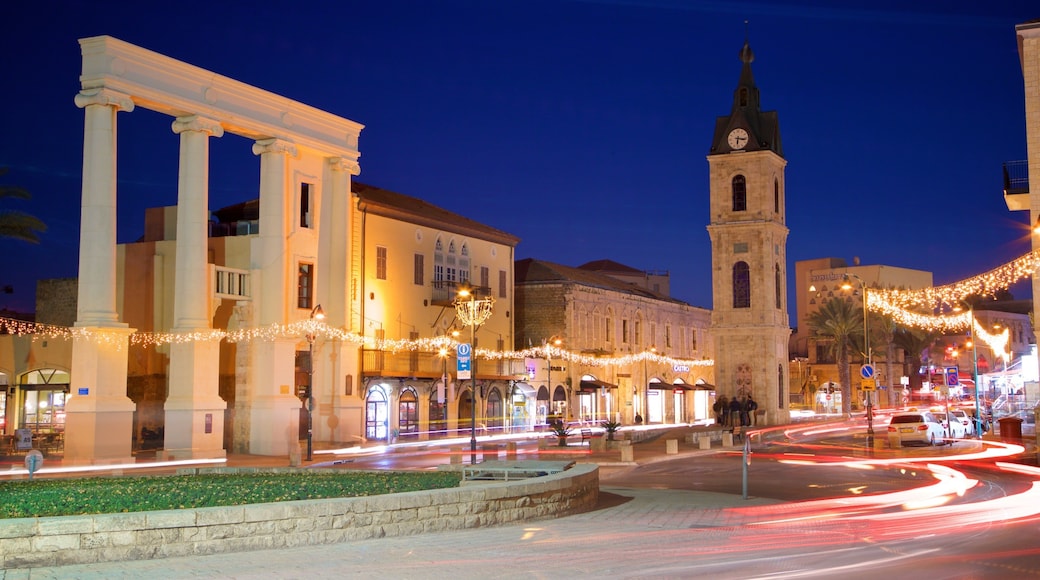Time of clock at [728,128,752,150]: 6:16
